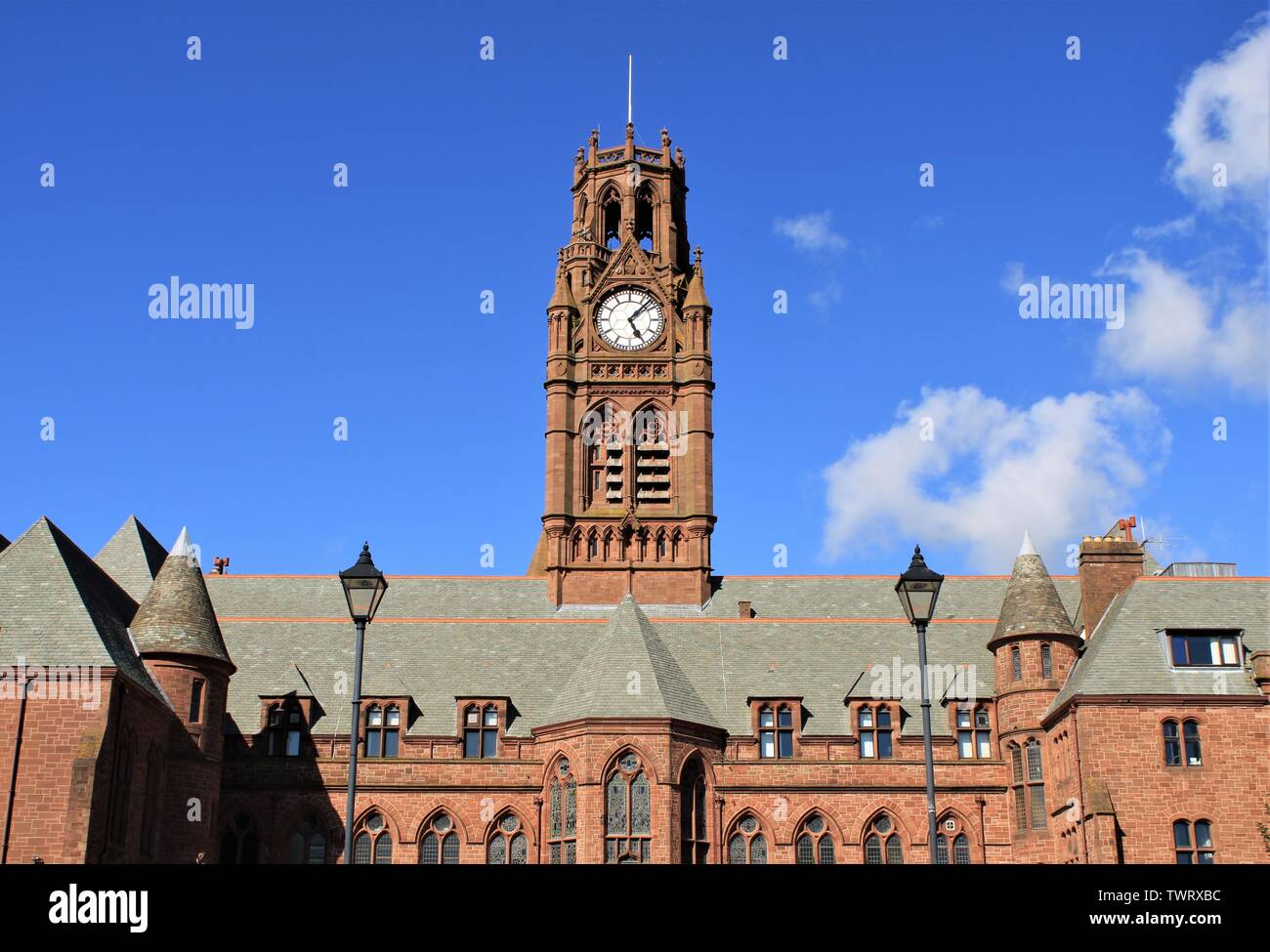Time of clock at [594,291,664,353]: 5:07
